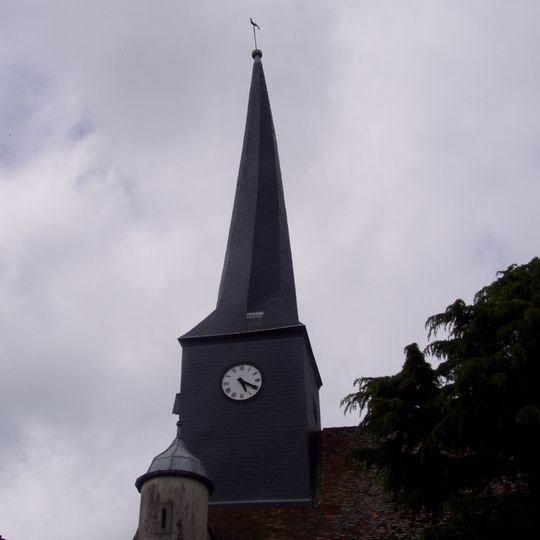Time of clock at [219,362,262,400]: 5:19
